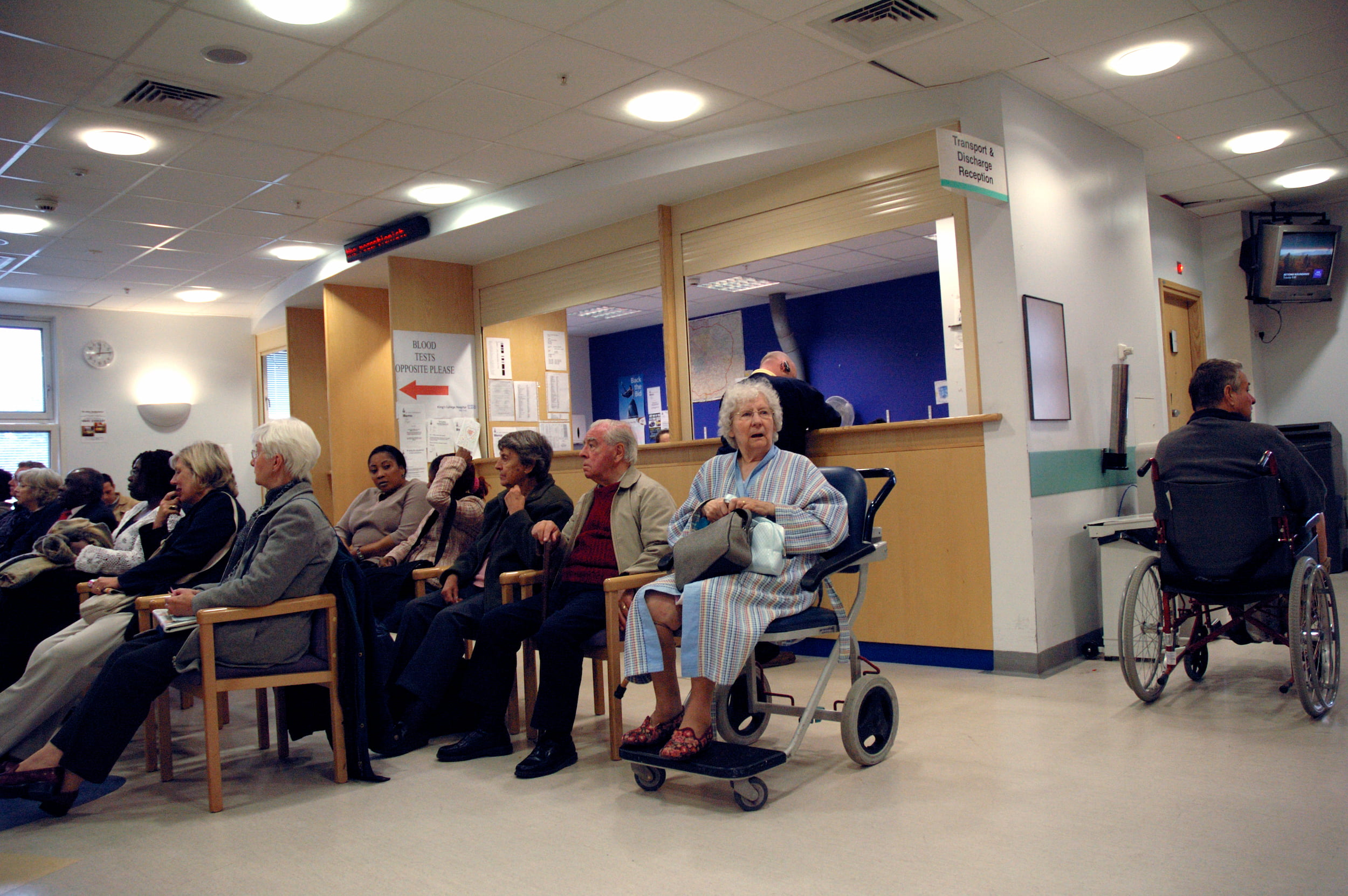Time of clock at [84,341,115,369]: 12:13
